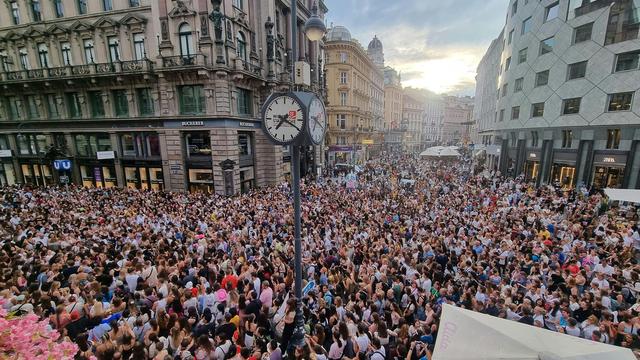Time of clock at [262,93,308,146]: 7:19
